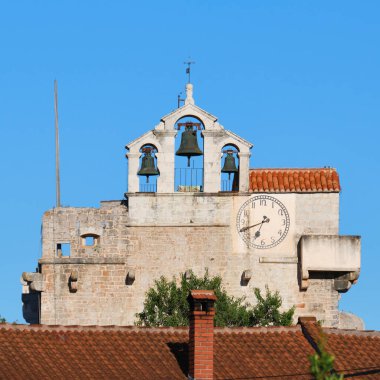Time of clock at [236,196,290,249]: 6:41
